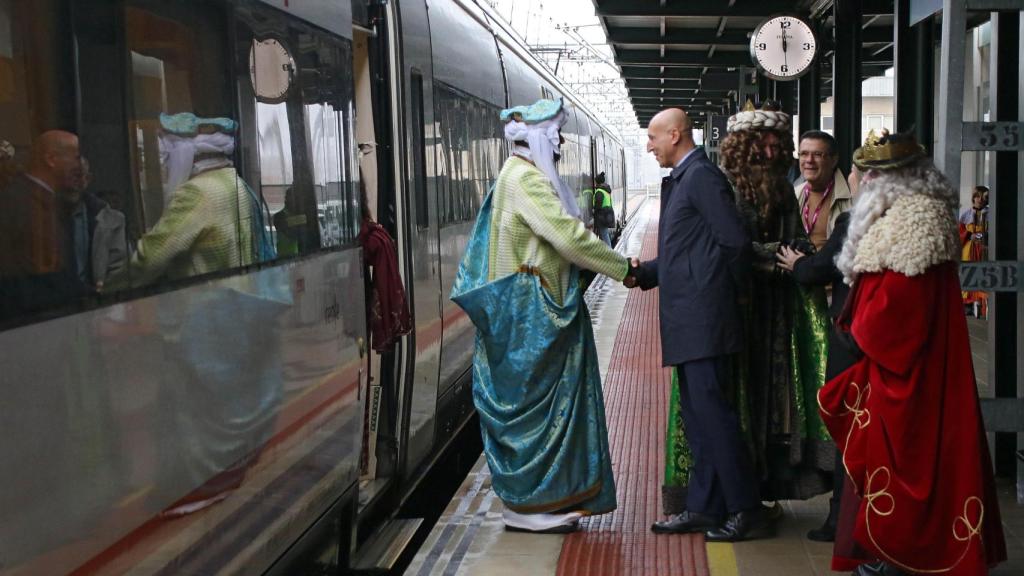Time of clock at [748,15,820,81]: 11:59
